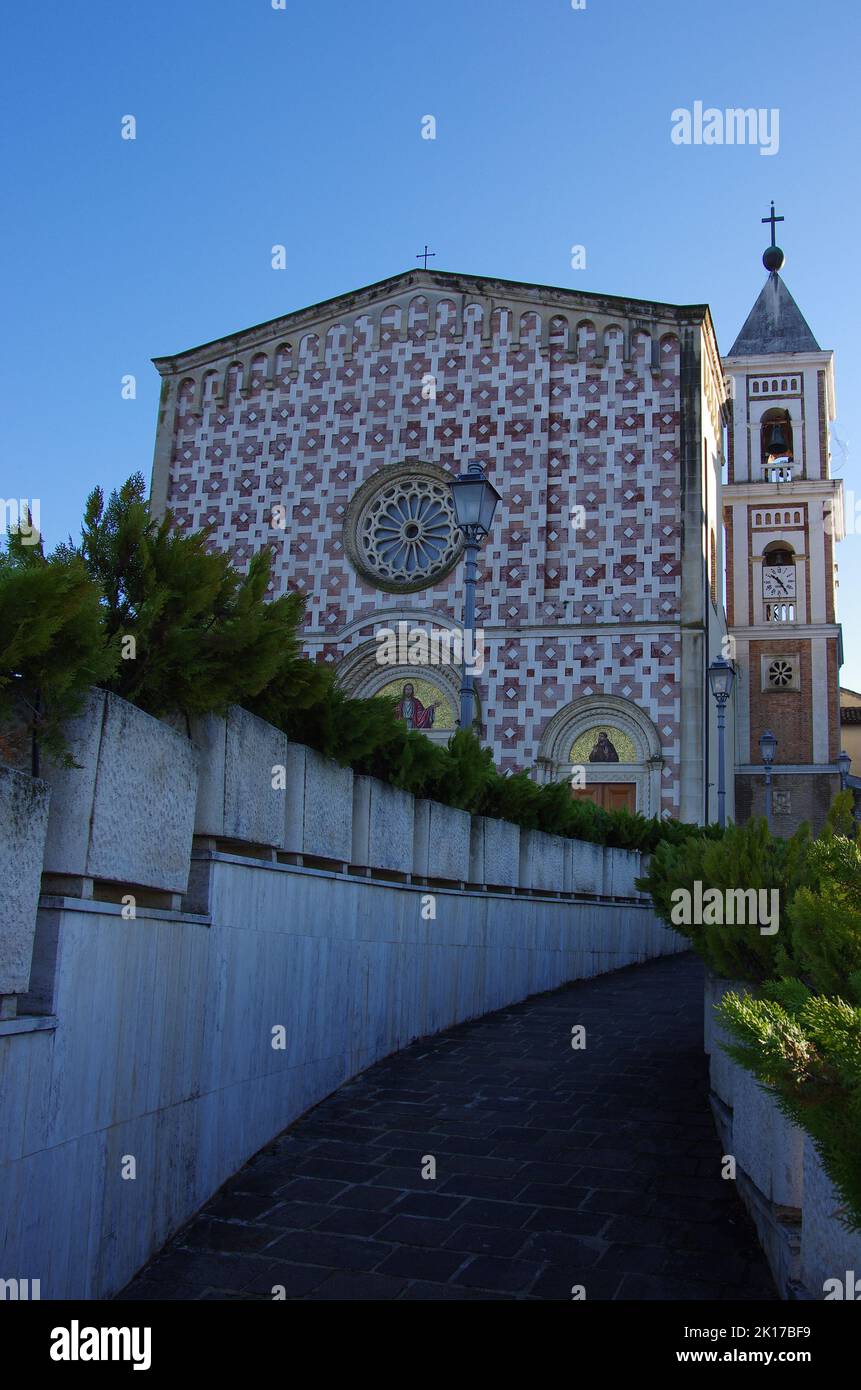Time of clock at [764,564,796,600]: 10:24
